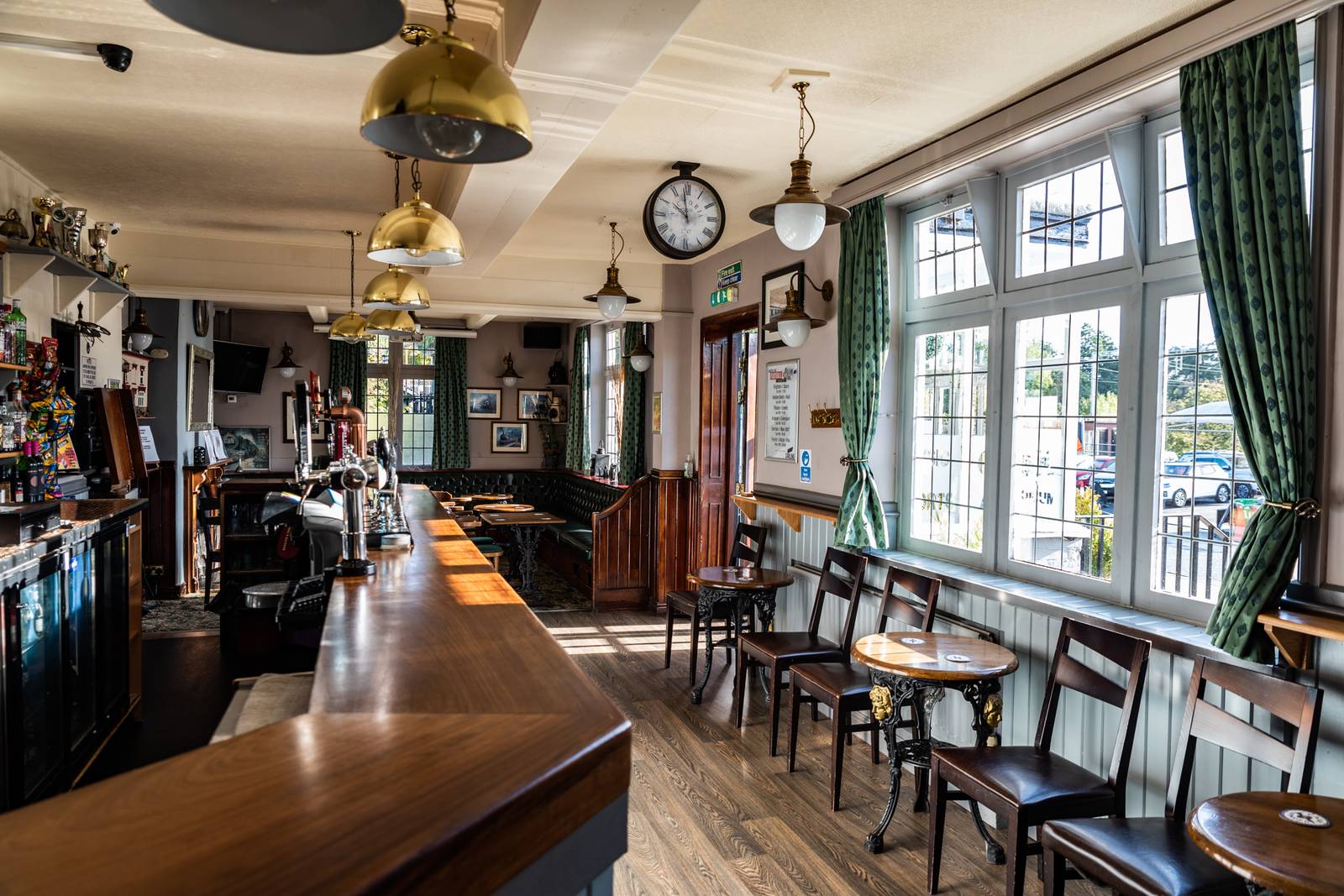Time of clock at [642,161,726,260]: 9:58
